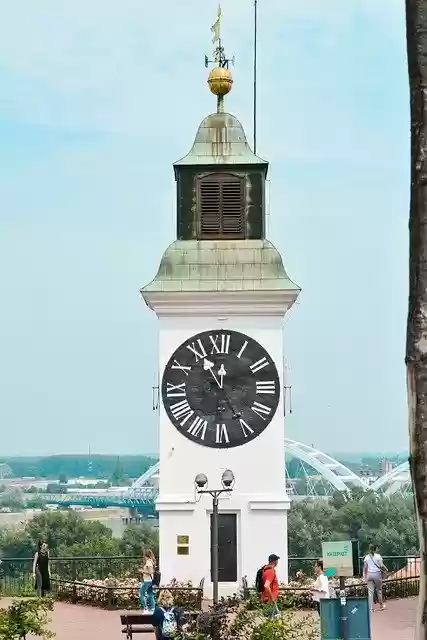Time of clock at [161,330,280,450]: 11:55
